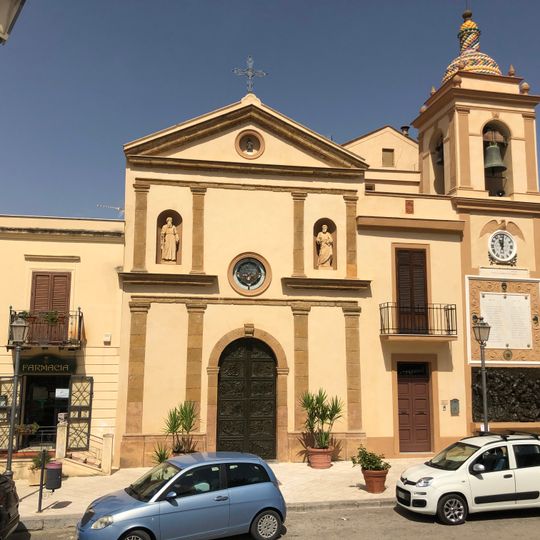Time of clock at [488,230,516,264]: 11:01
